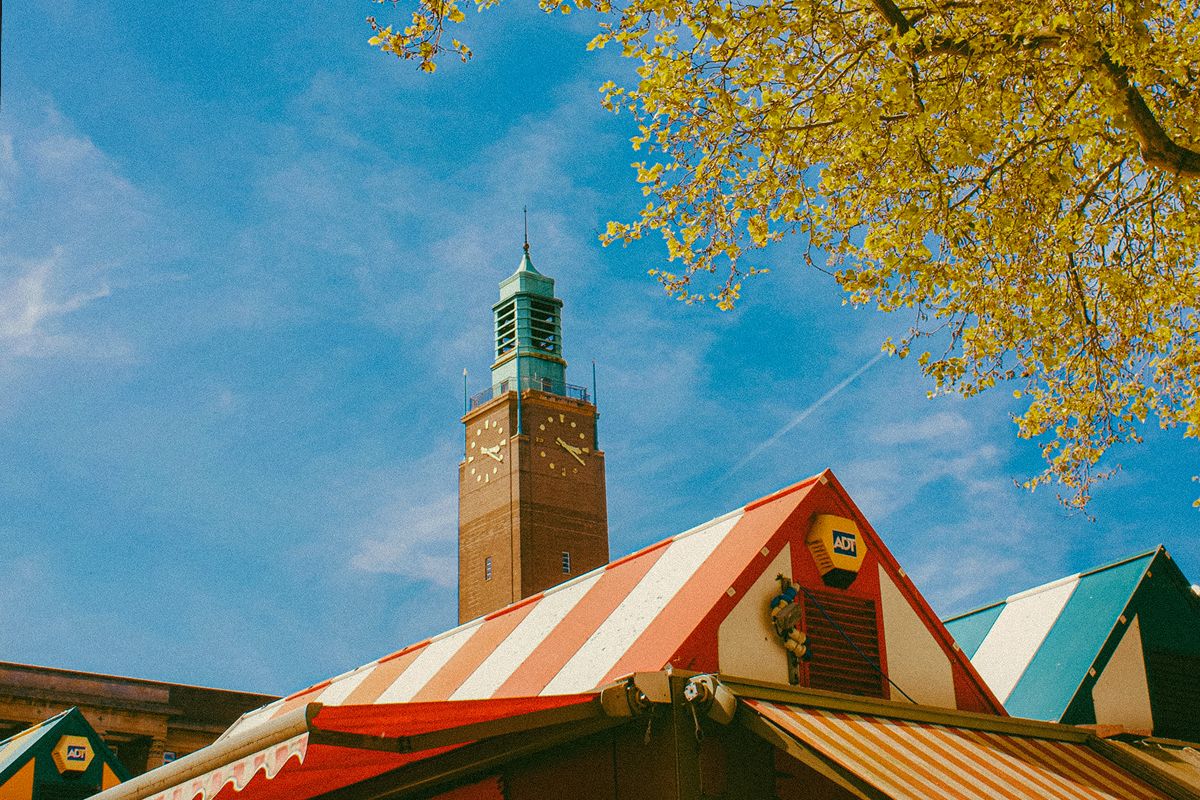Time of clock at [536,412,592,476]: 3:20
